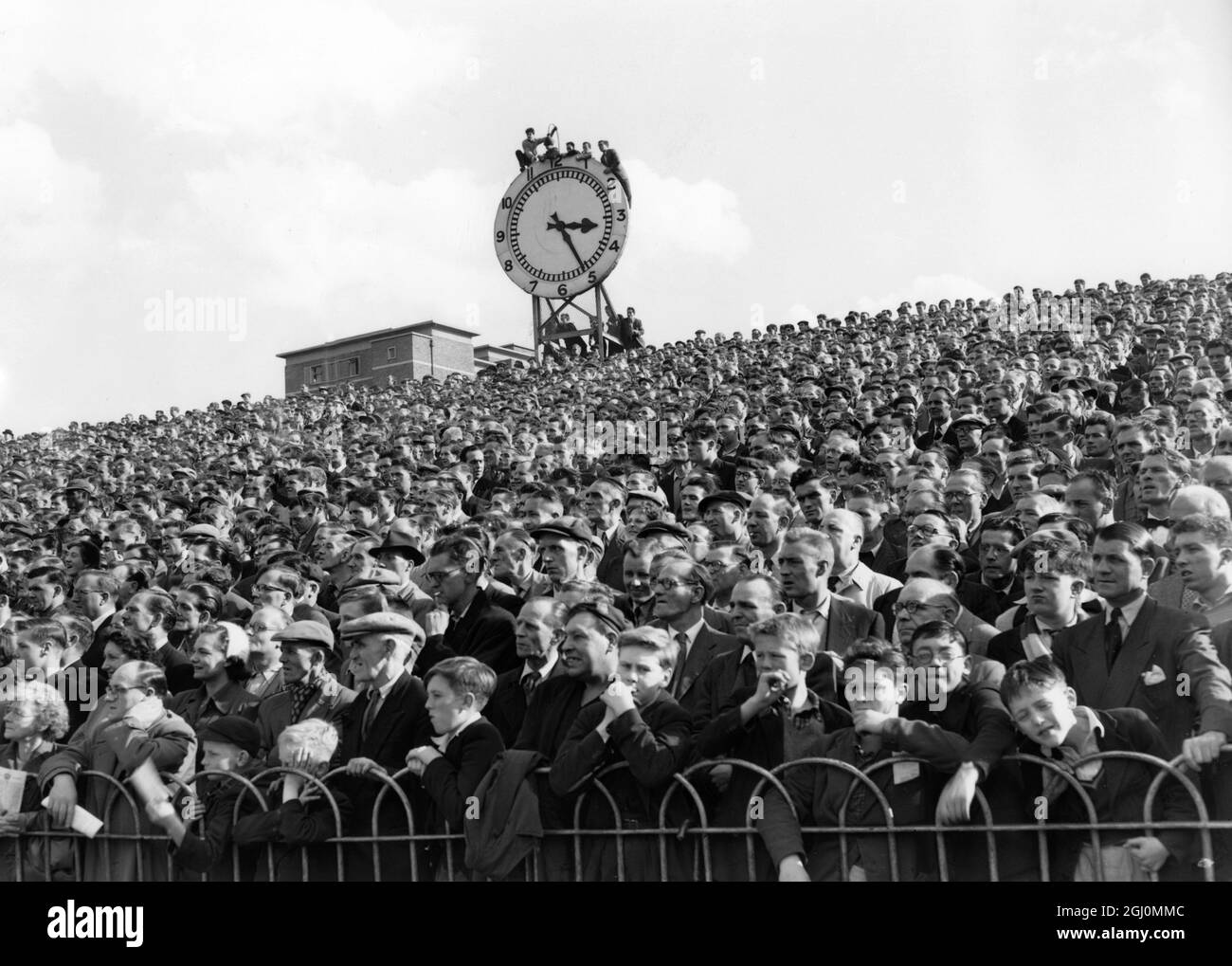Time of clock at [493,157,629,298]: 3:25
